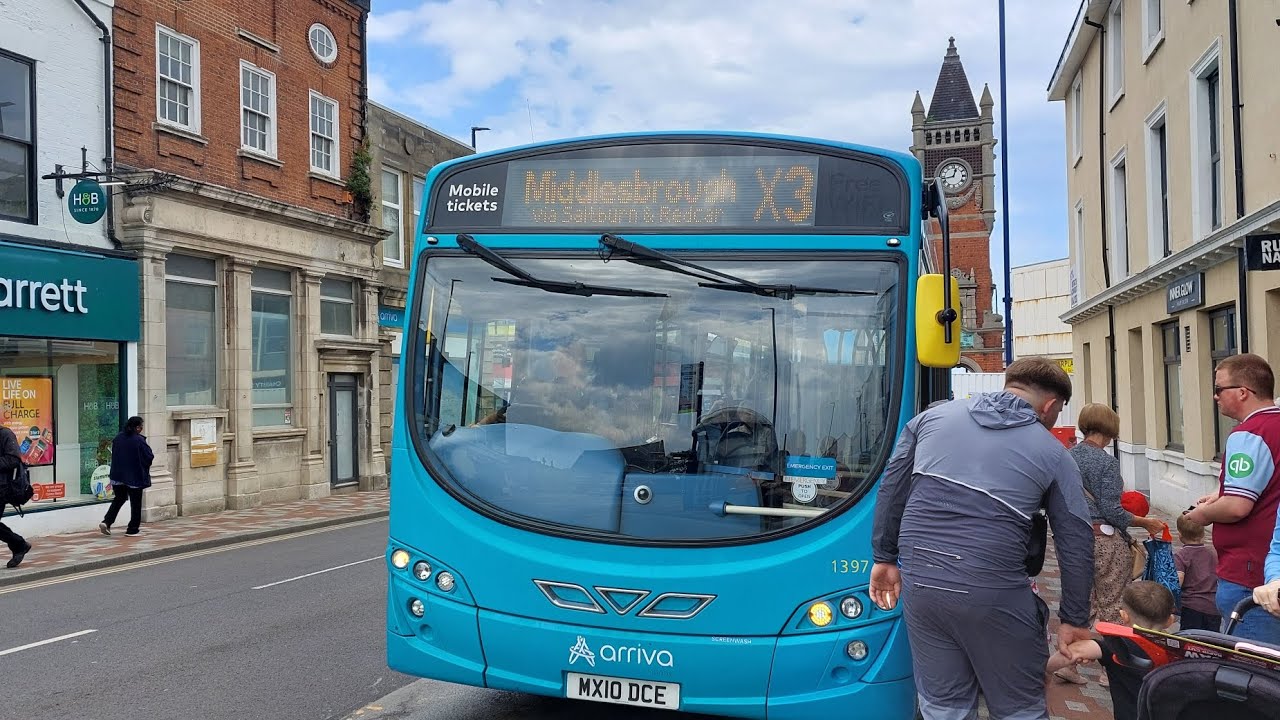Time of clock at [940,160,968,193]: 12:42
